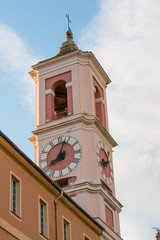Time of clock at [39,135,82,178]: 8:03
